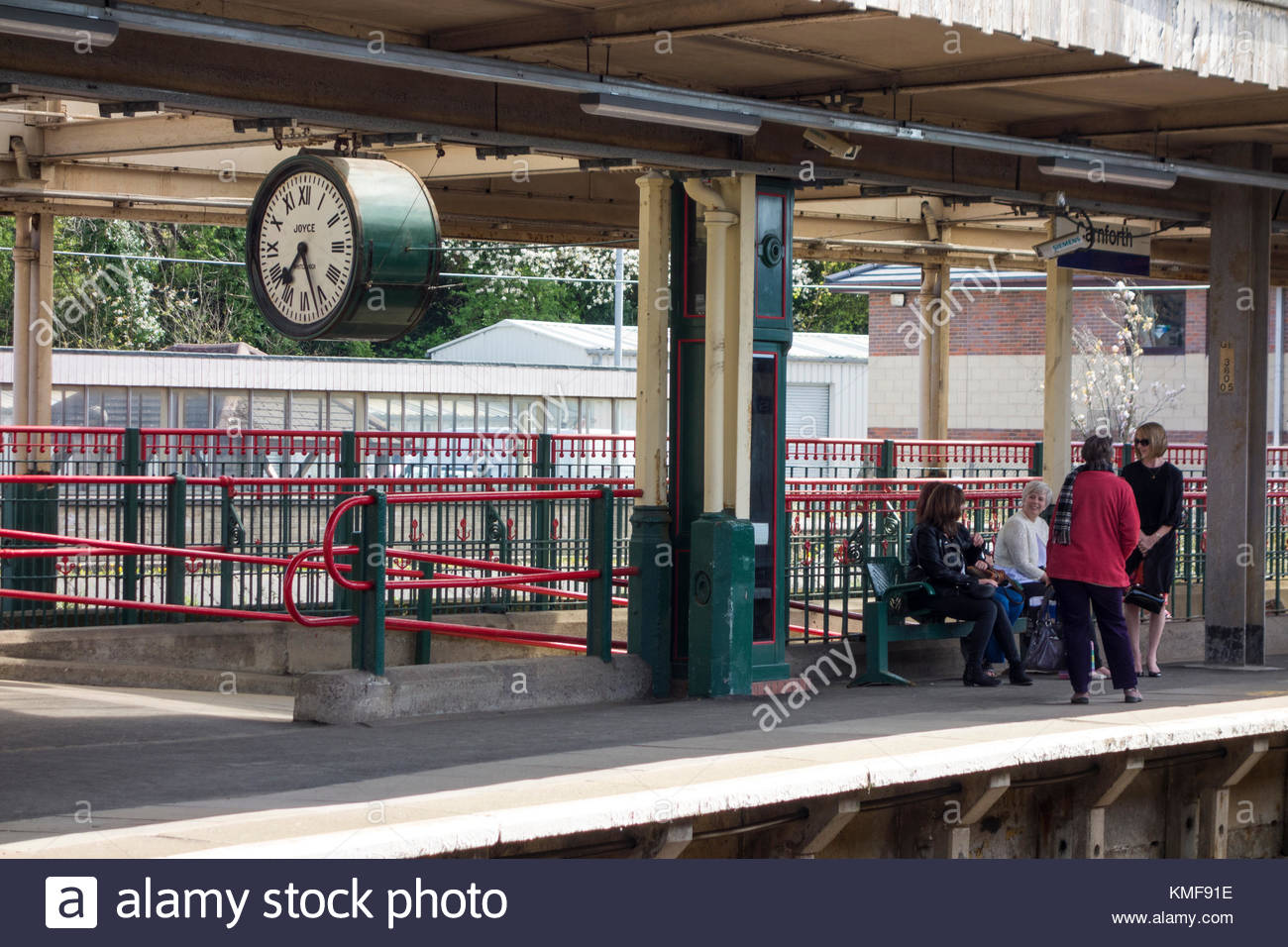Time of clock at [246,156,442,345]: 7:27
